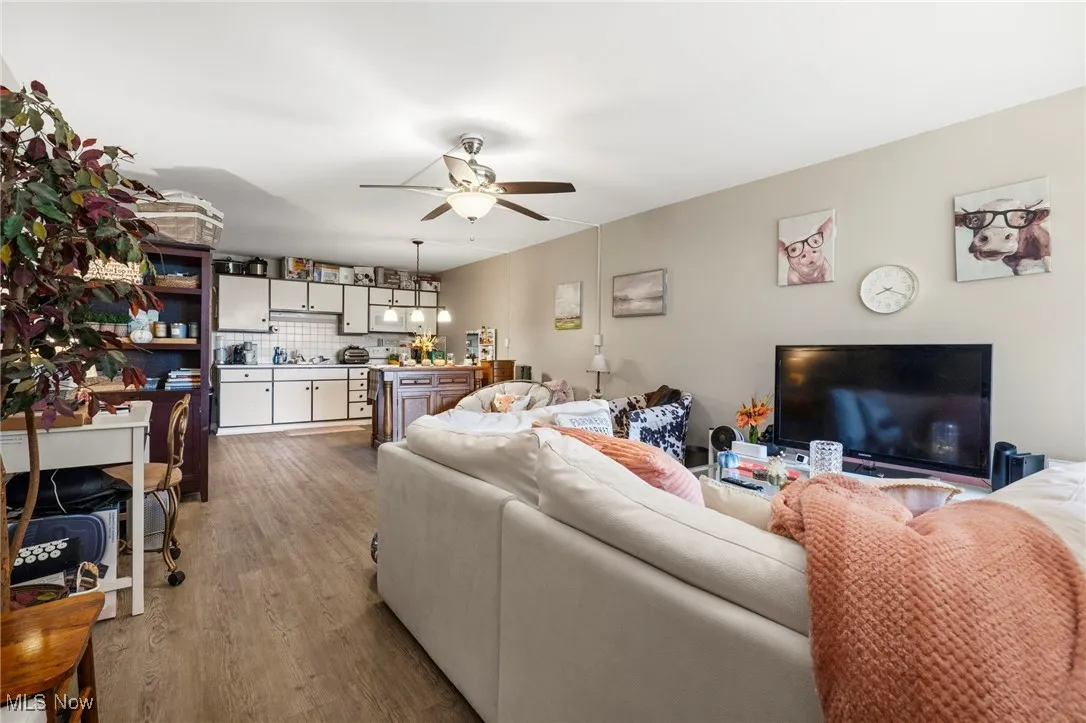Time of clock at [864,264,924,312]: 8:19
